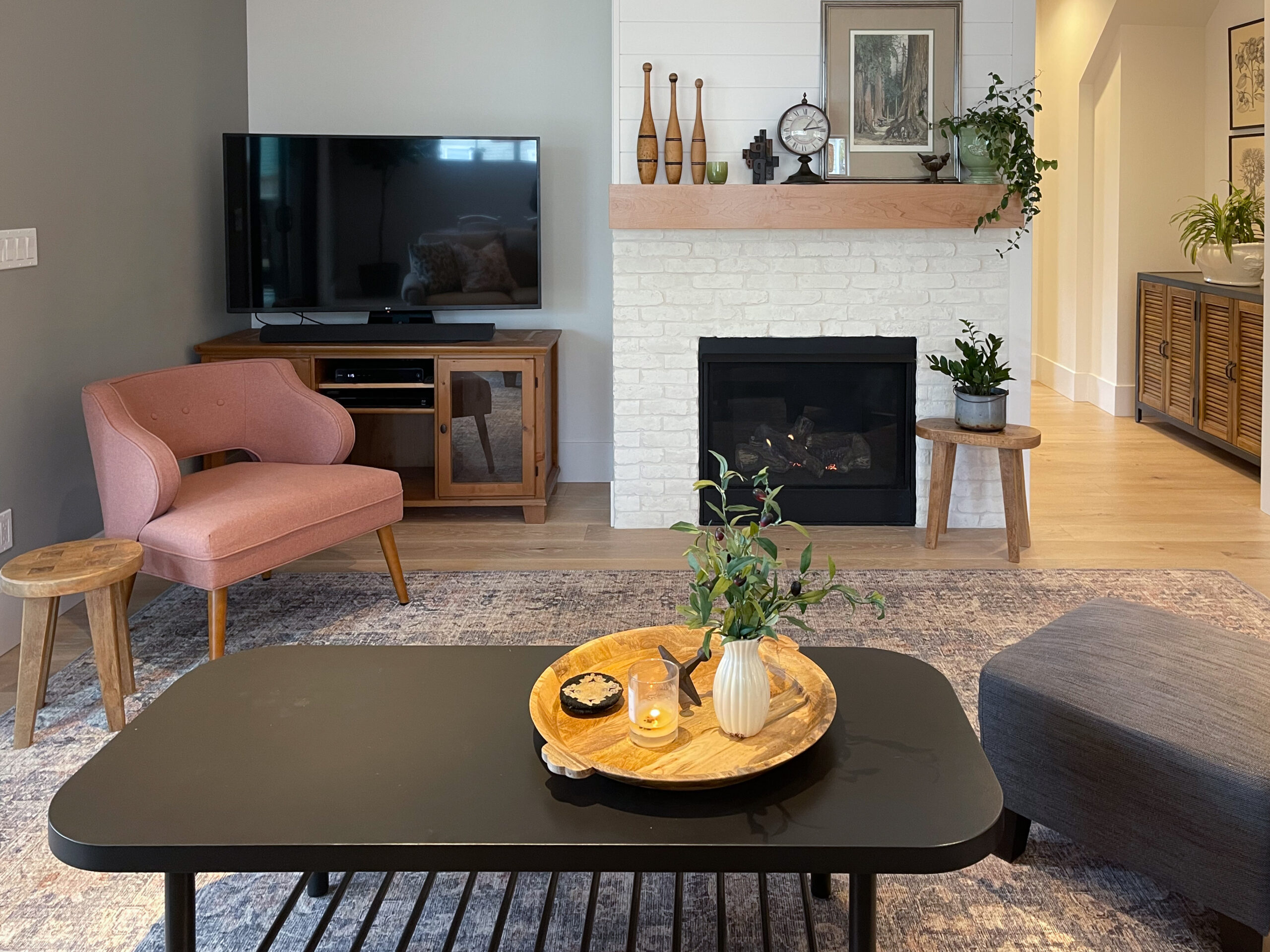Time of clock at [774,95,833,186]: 1:13
